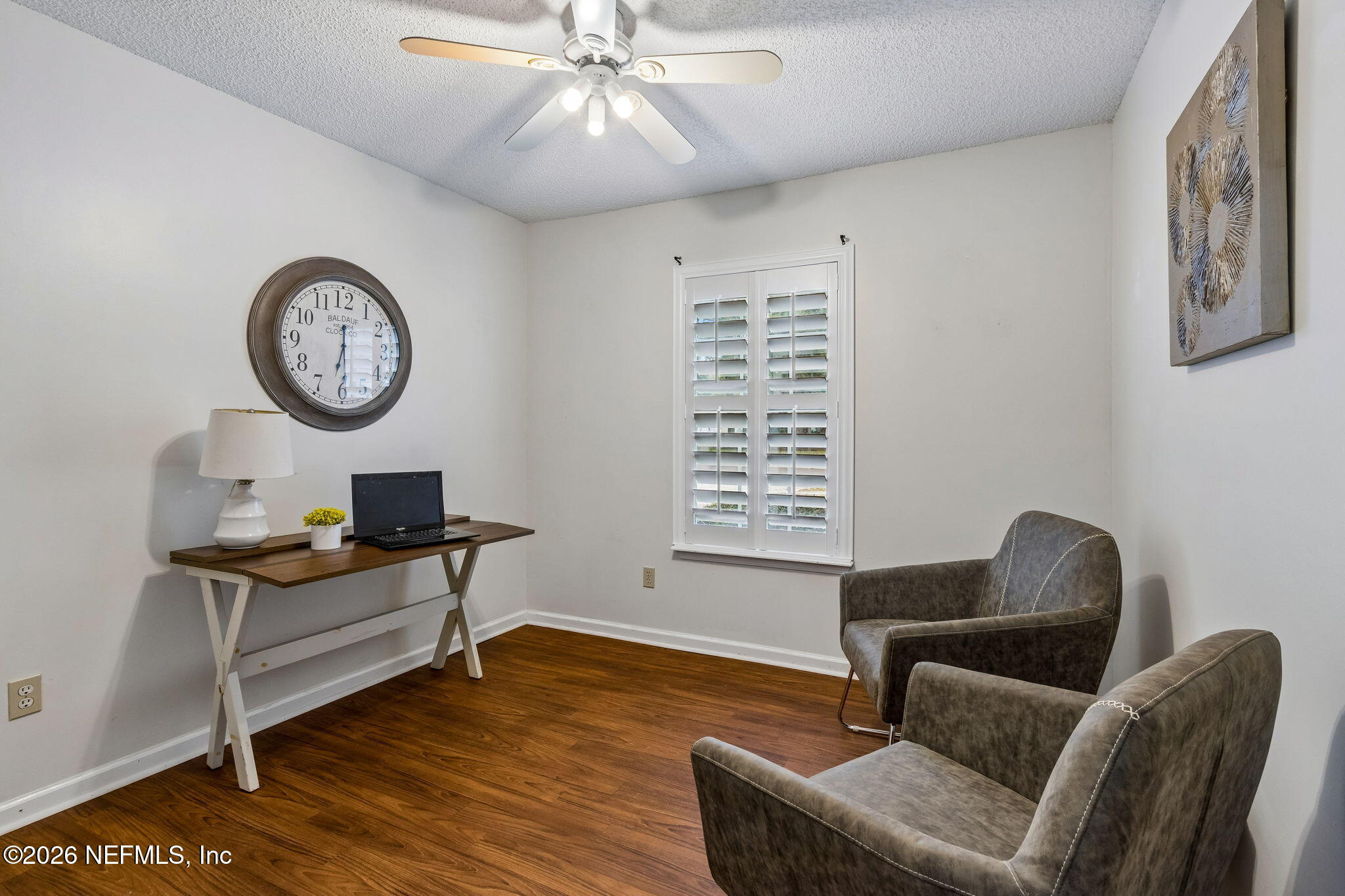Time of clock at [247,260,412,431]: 6:29
